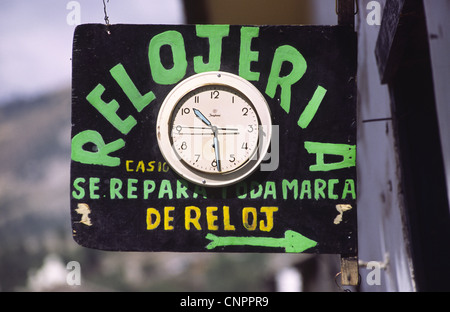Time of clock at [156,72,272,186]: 10:28
